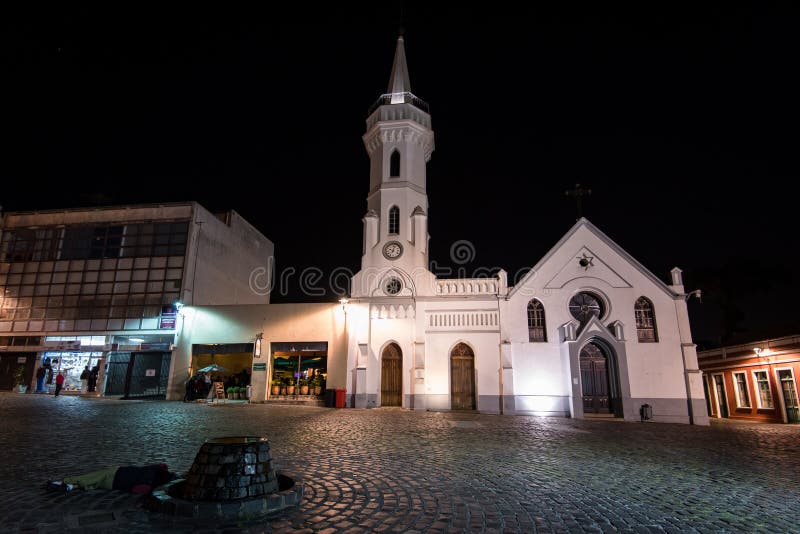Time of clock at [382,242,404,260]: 10:02
